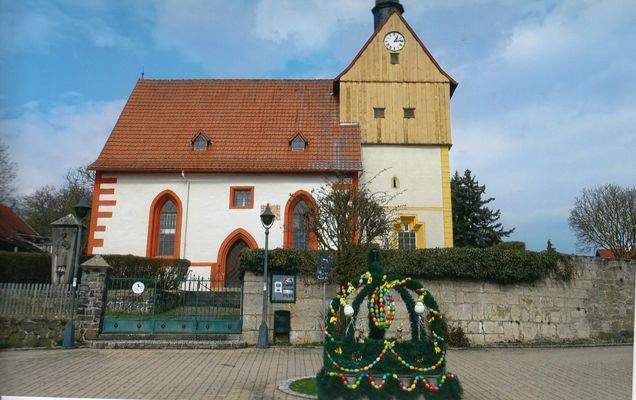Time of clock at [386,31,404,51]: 1:13
